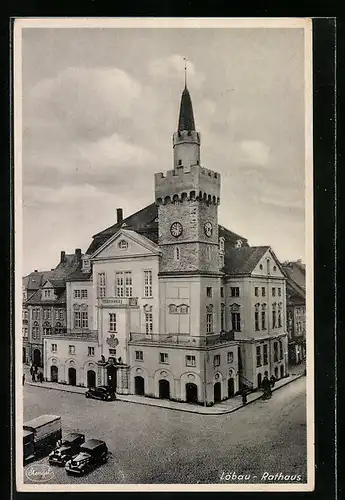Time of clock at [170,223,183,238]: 11:47
